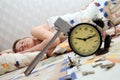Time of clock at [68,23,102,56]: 9:10
